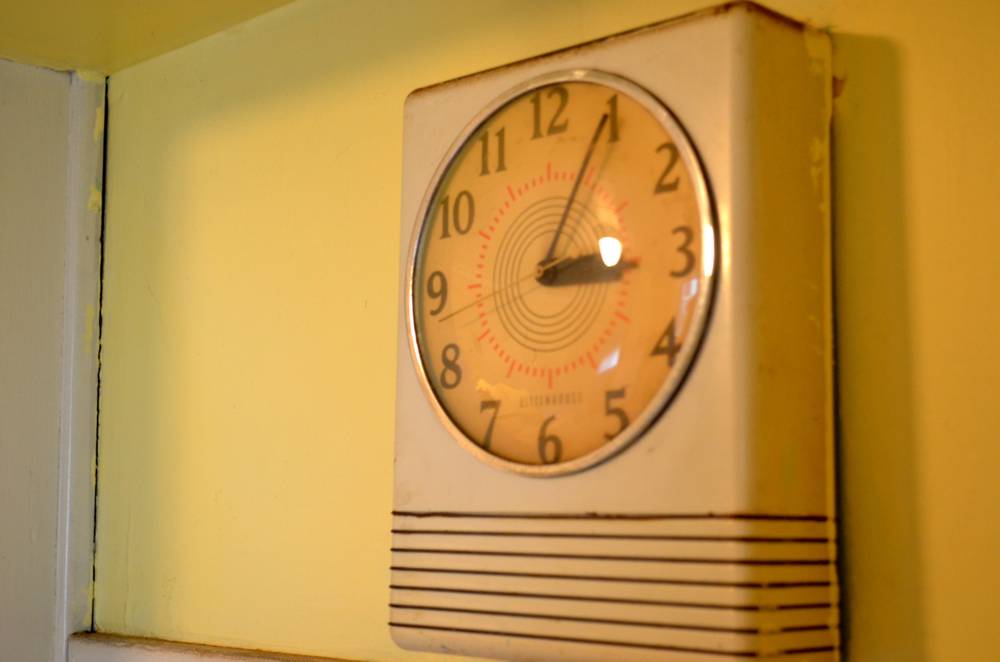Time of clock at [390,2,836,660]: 3:04
